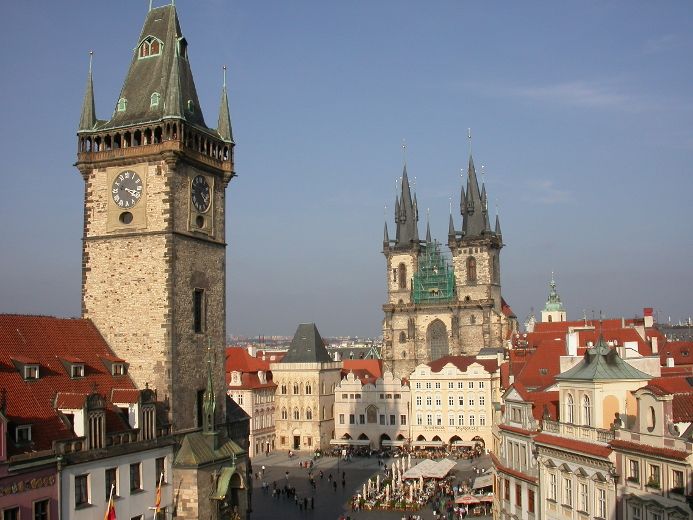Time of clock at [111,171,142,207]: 4:17
